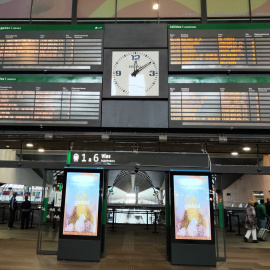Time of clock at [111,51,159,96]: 12:09
